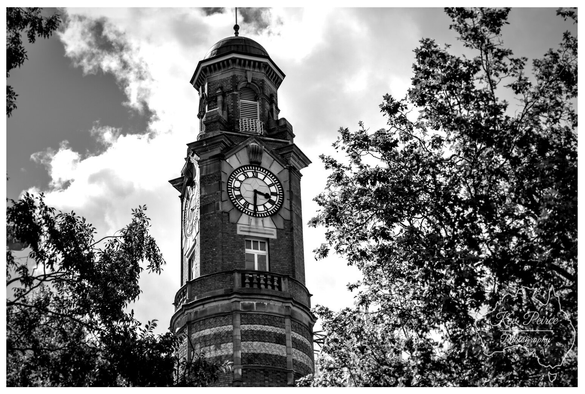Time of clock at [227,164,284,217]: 3:30
